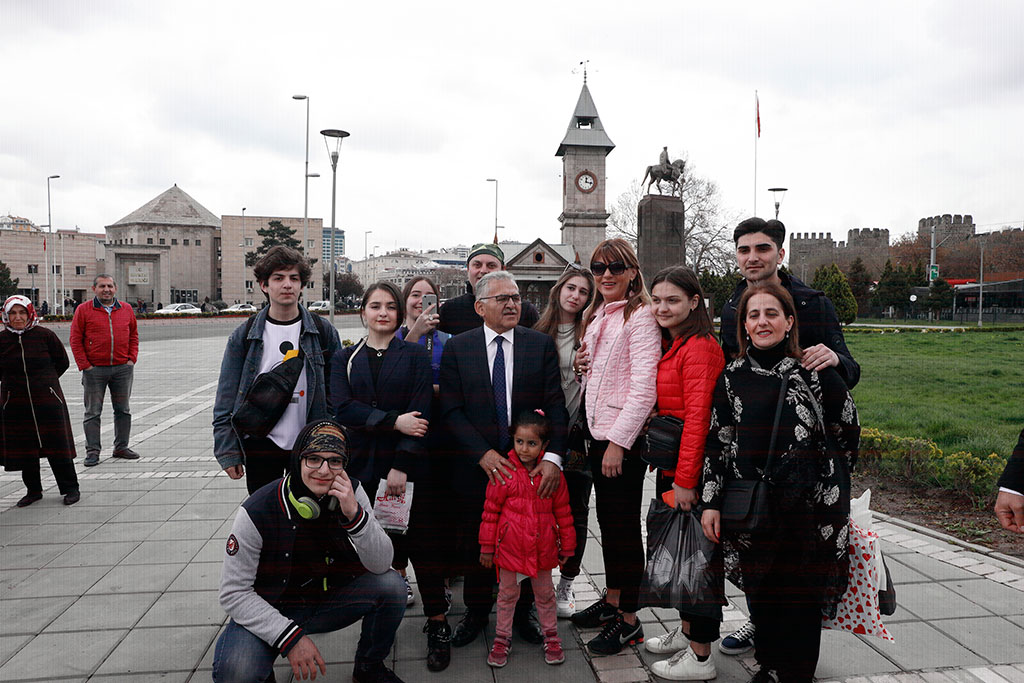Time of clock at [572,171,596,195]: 12:16
